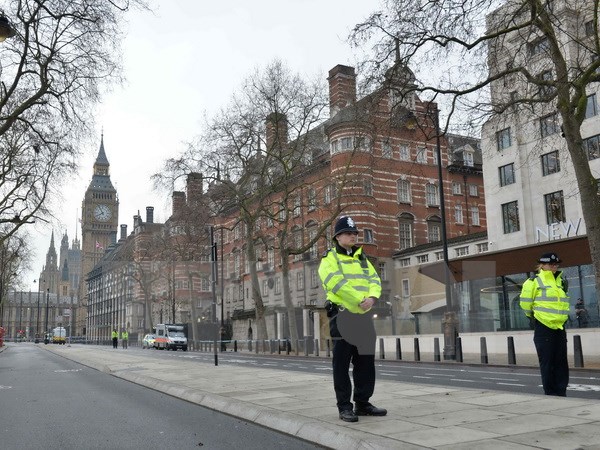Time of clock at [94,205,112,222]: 7:55
